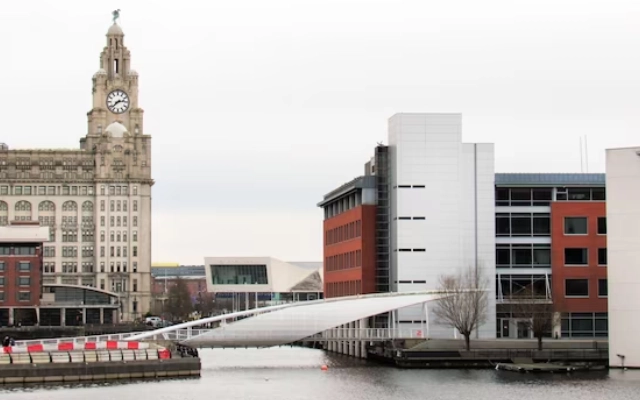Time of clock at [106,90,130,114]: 2:38
